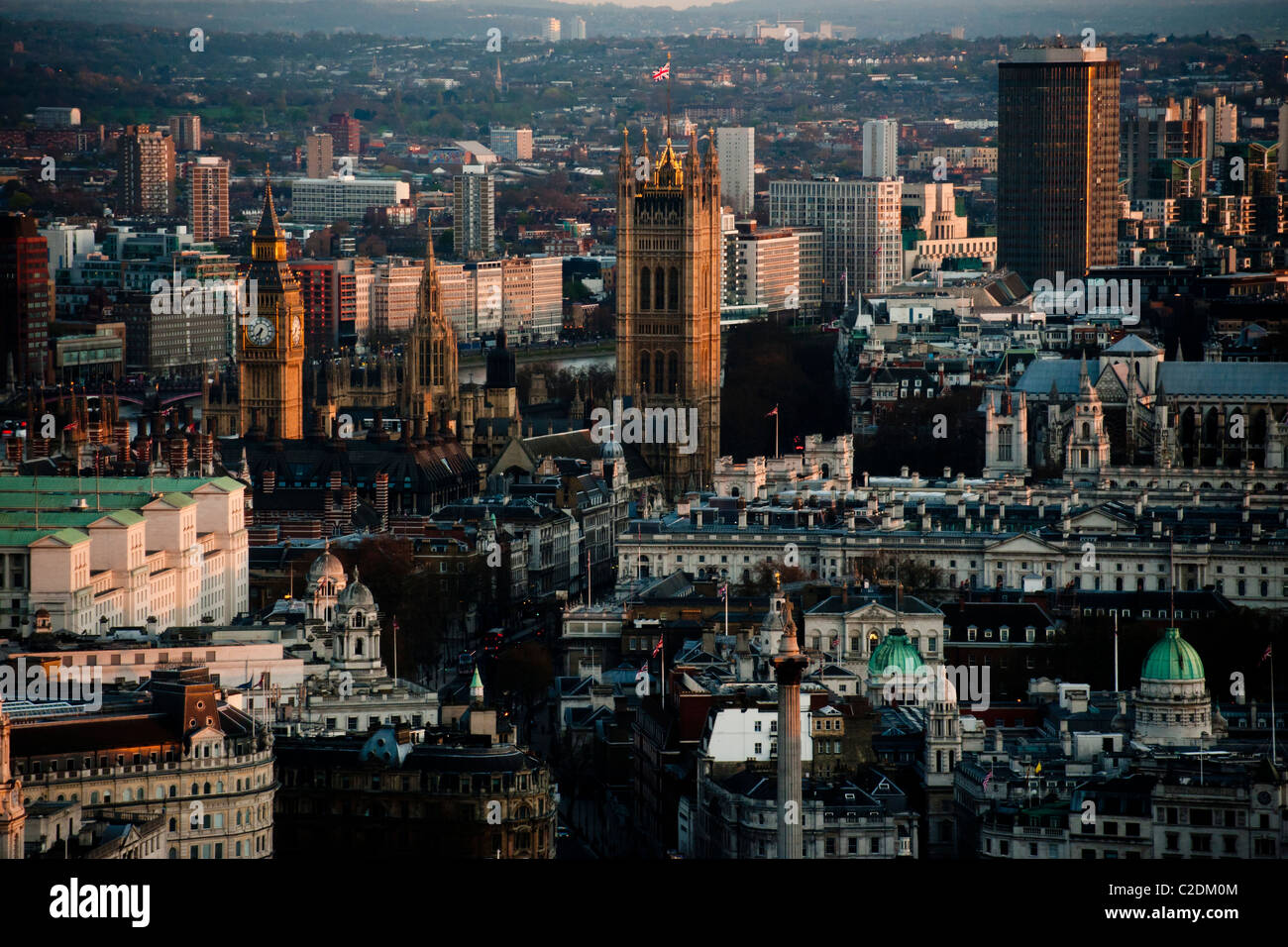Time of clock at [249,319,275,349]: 7:32
